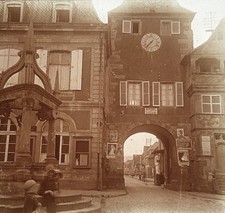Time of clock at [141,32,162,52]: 7:37
